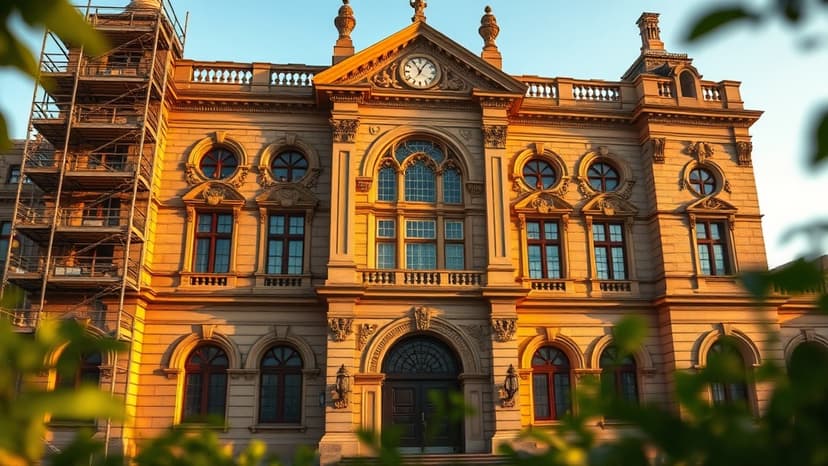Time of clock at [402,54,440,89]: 11:05
